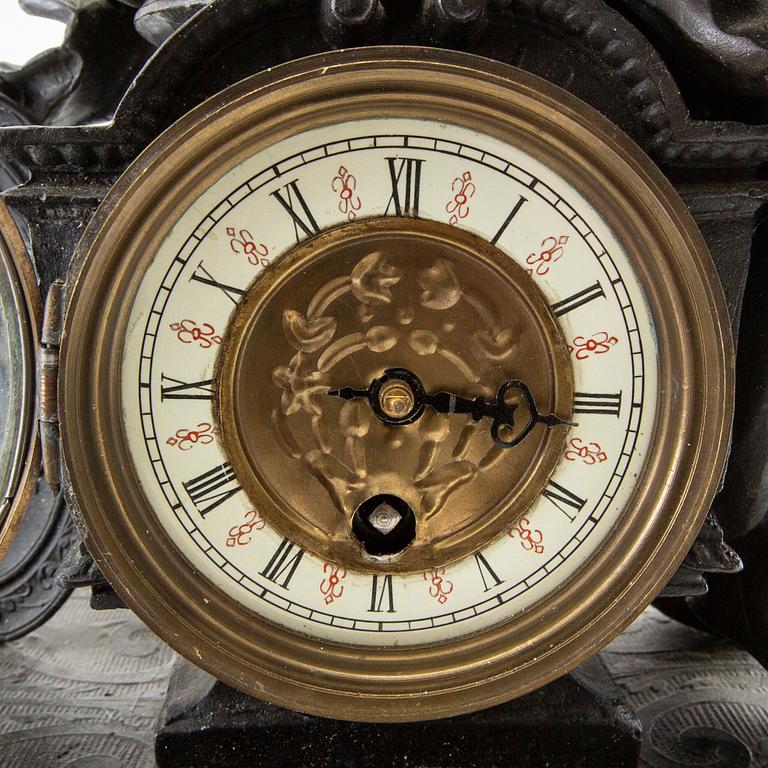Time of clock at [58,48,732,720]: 3:15
